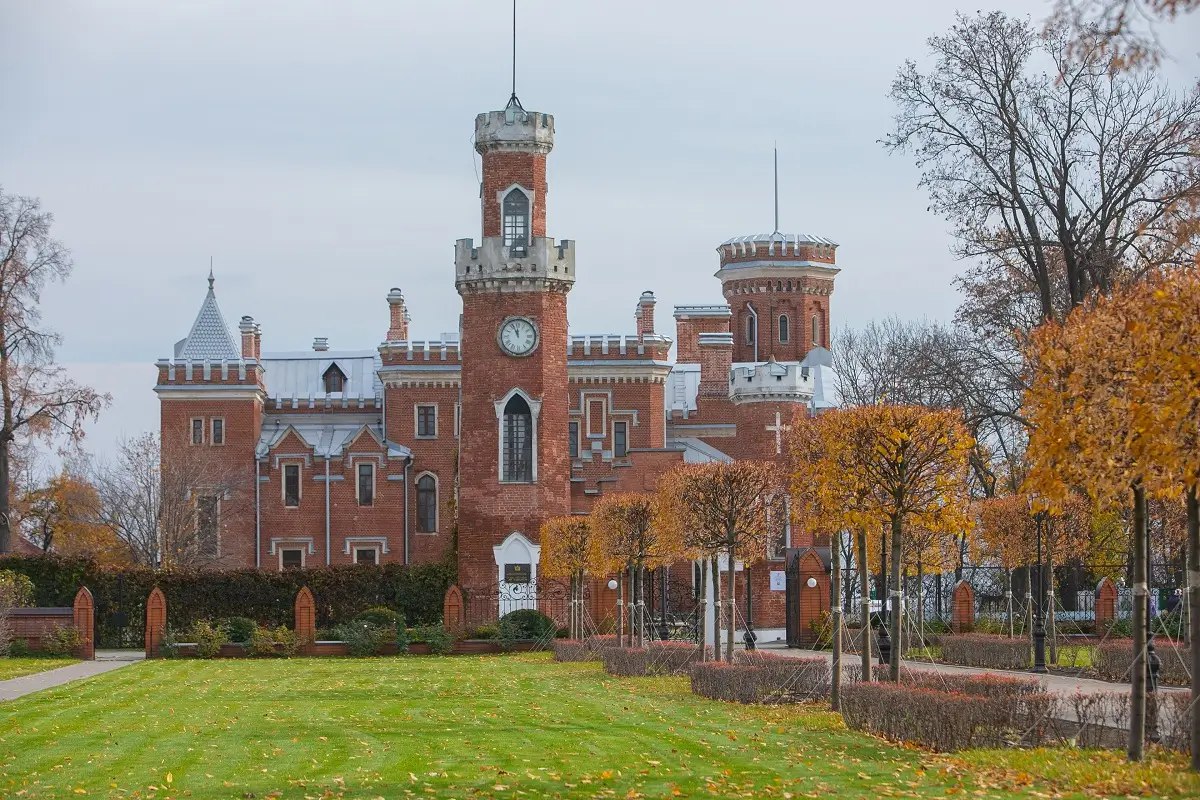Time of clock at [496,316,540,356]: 11:56
